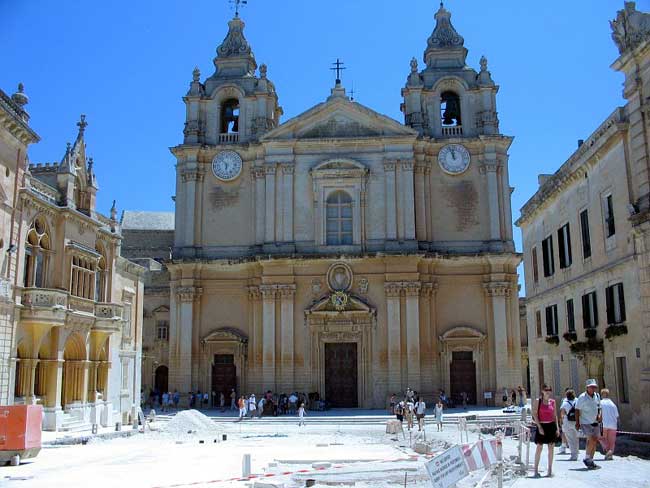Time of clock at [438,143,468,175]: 11:56
